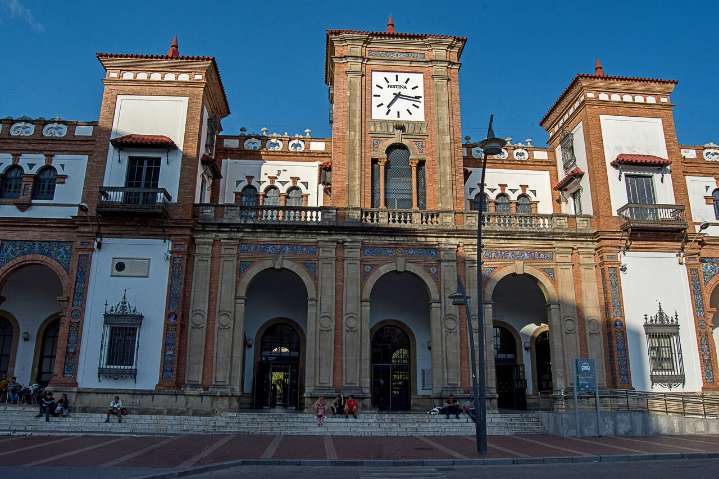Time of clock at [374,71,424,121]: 7:16
